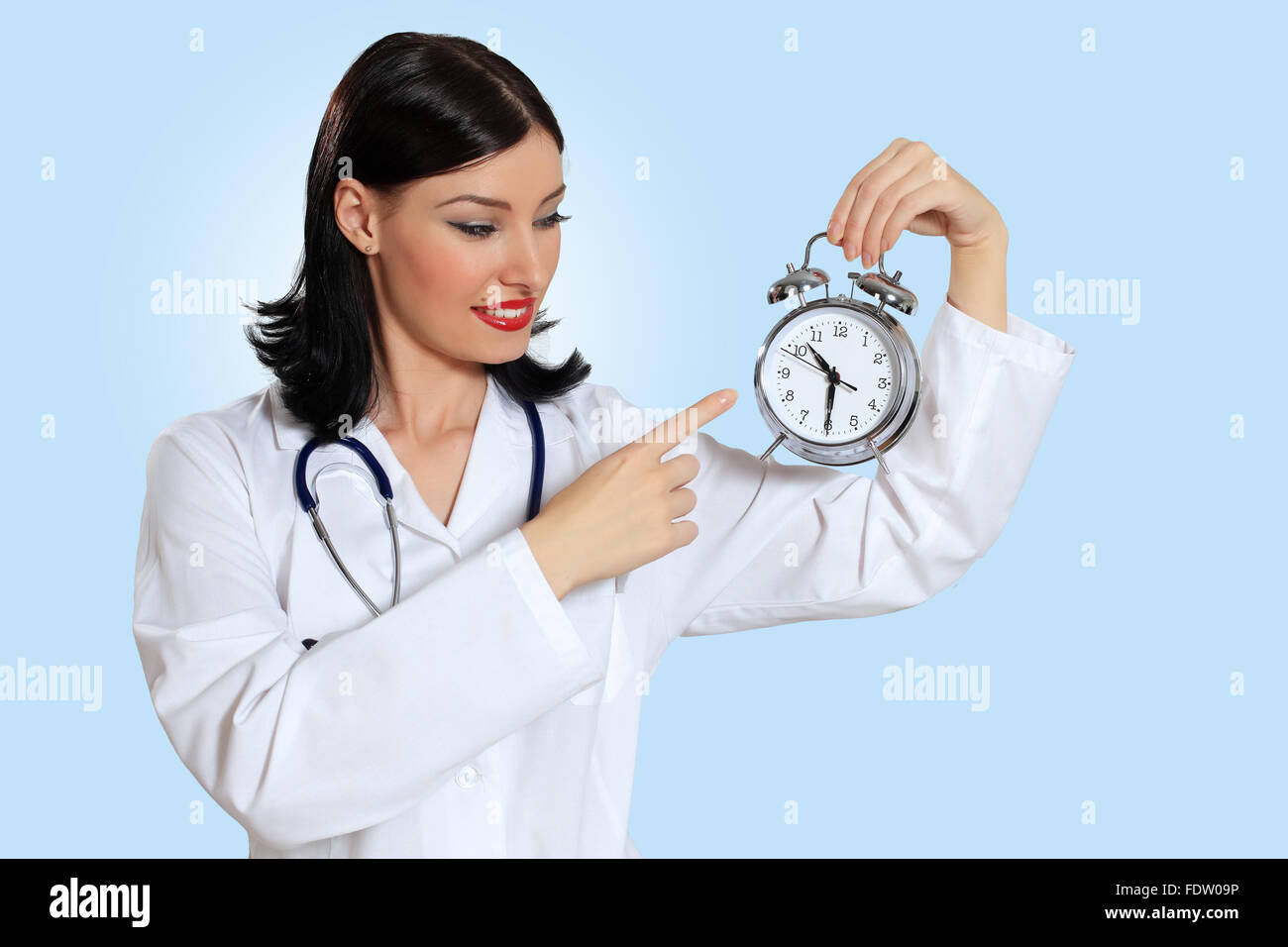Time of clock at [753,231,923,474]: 10:30
